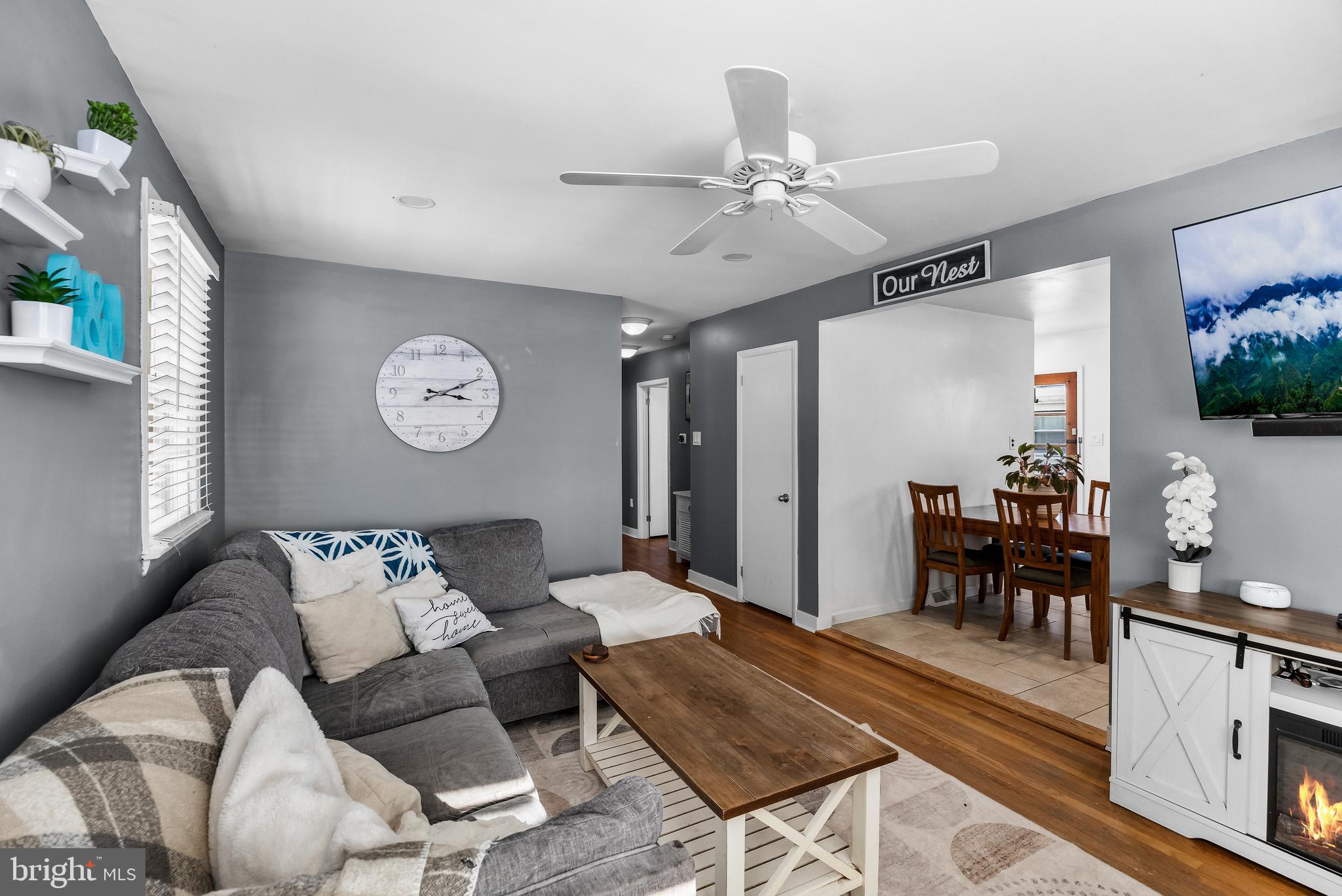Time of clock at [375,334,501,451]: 3:11
